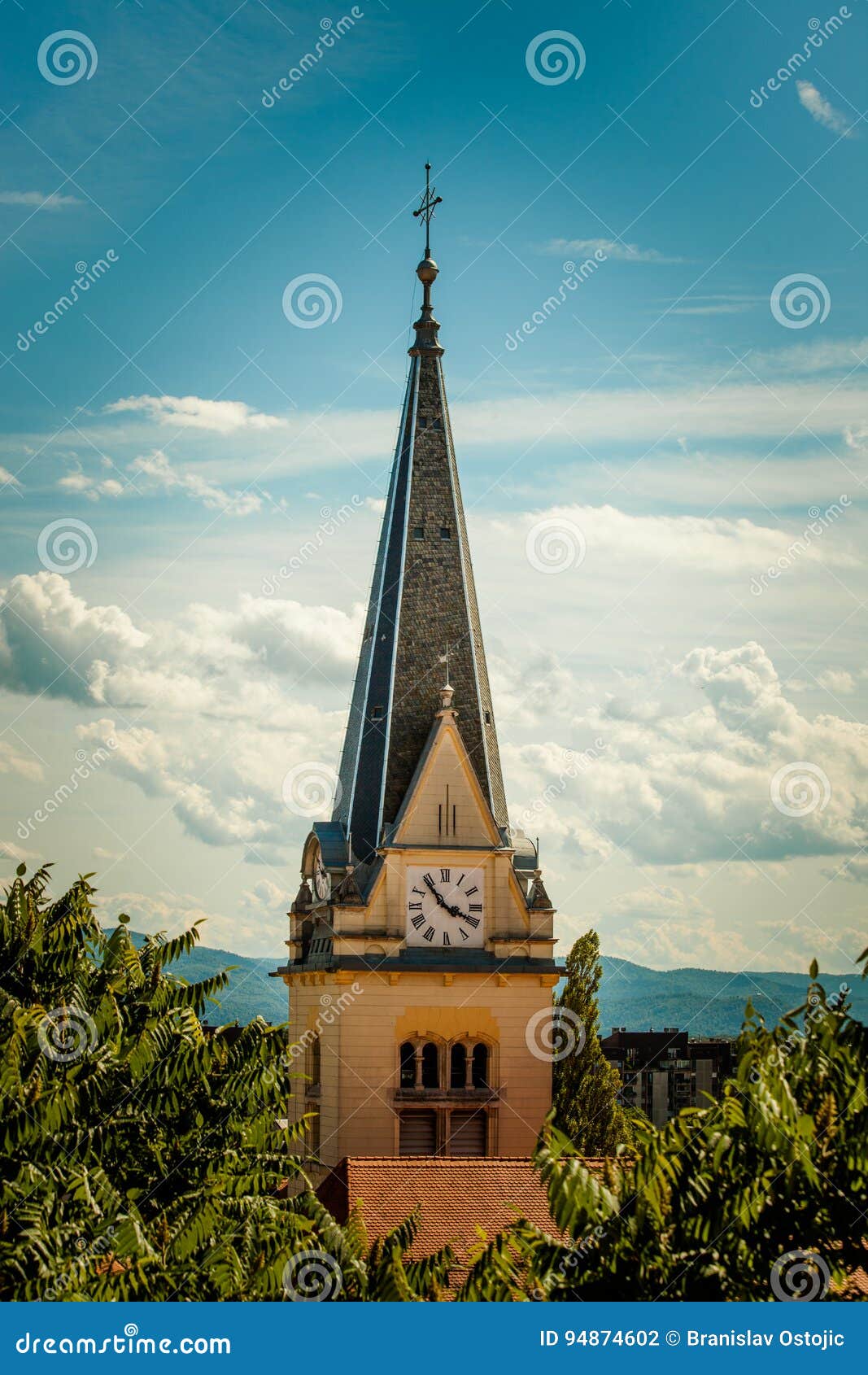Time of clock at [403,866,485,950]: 3:53
